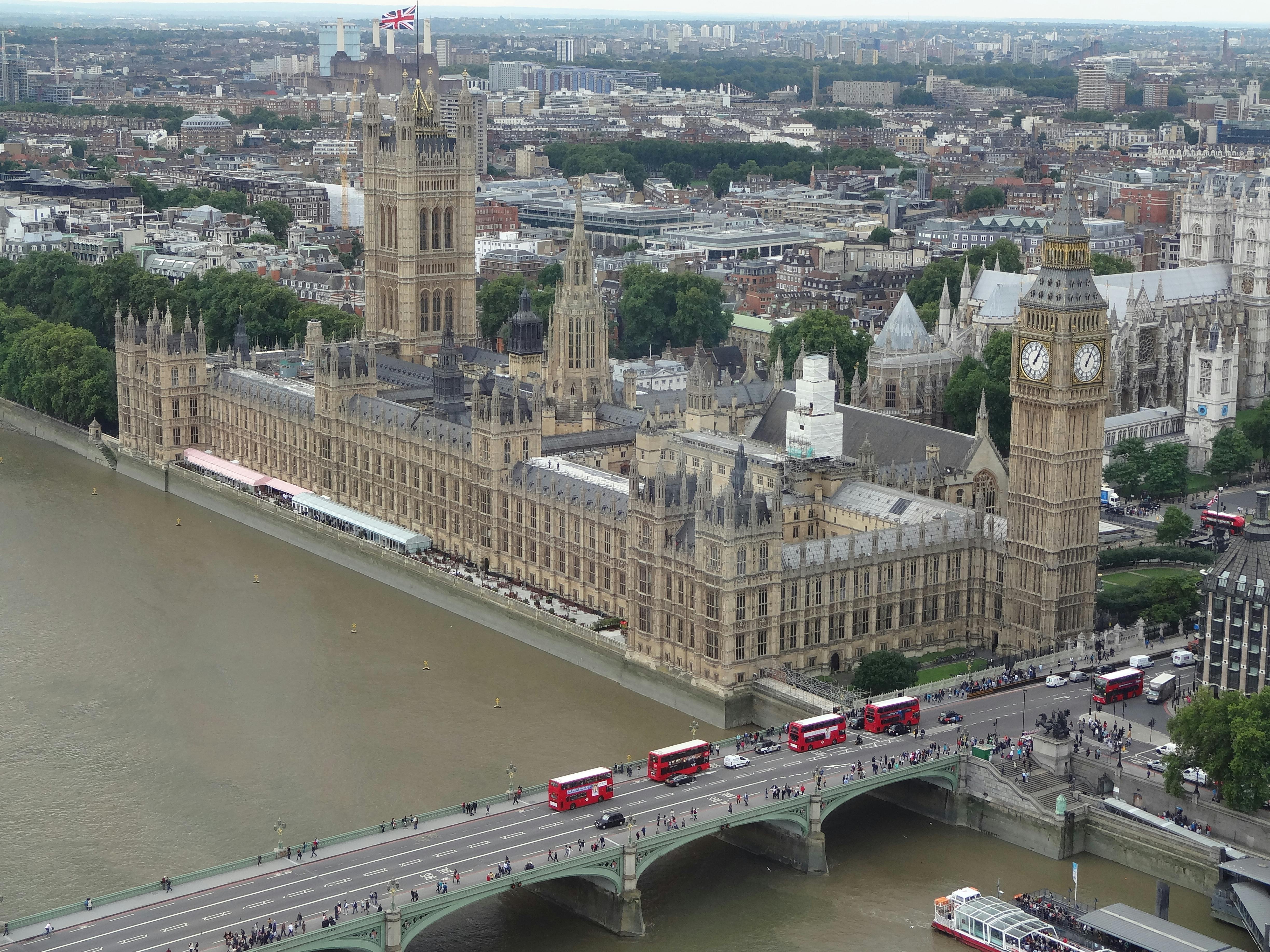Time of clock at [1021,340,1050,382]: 1:04
